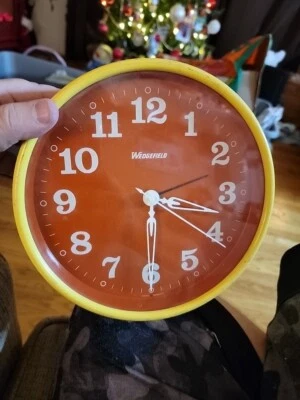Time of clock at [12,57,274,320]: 3:29
